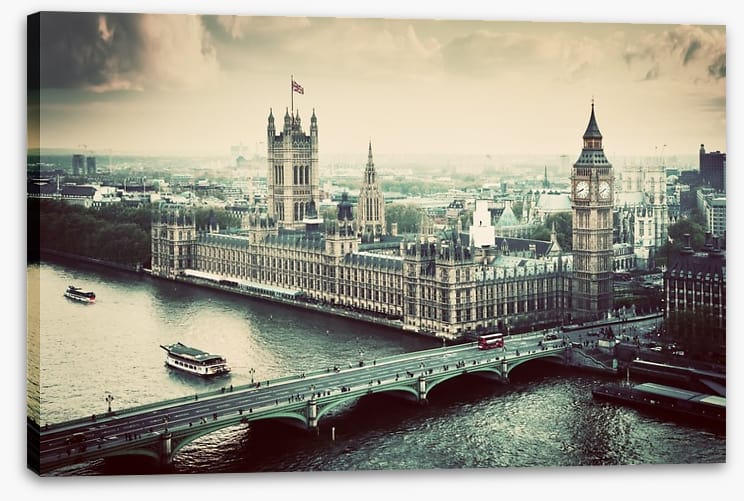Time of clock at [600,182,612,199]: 7:40
